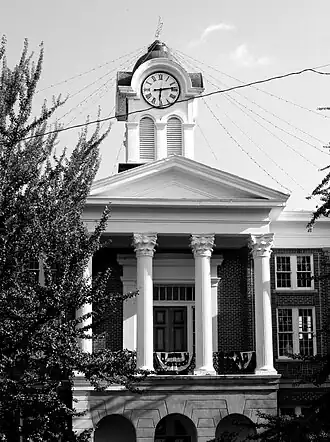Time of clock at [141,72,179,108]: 6:13
